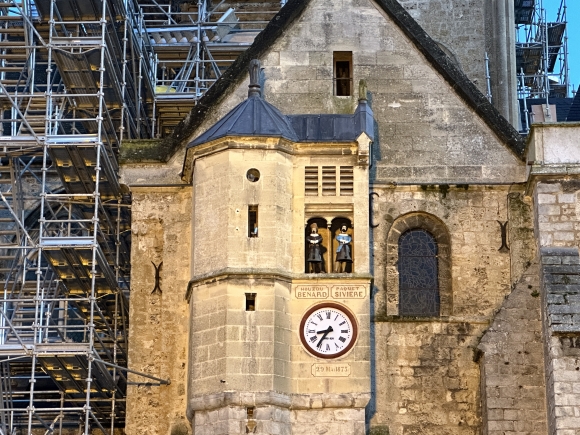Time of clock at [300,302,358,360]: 8:35
